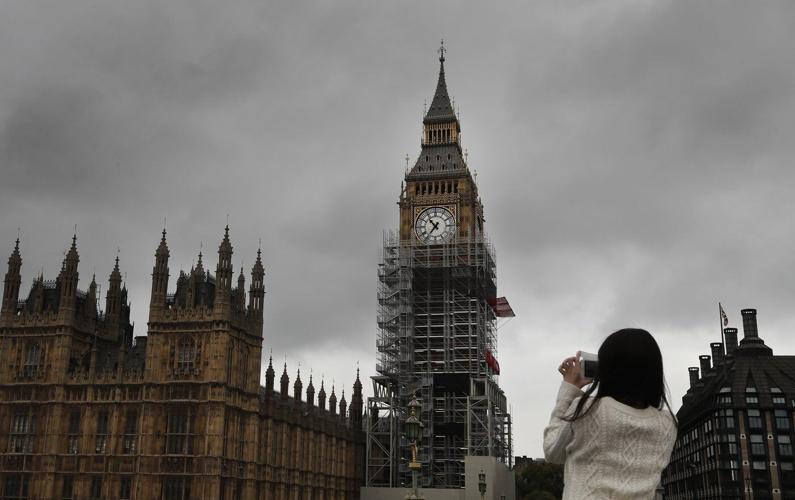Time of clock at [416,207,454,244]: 10:36
